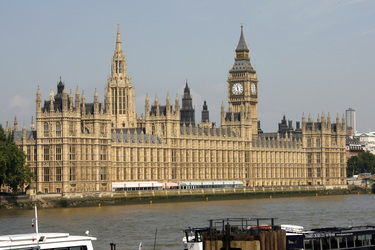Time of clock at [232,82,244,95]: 11:28
